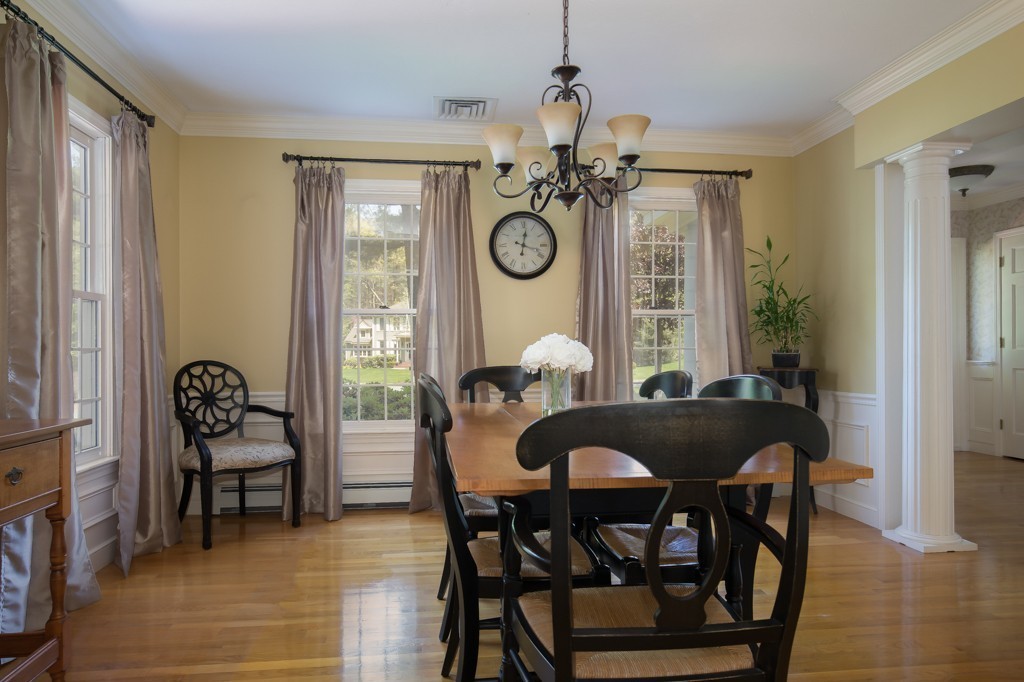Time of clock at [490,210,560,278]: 12:17
